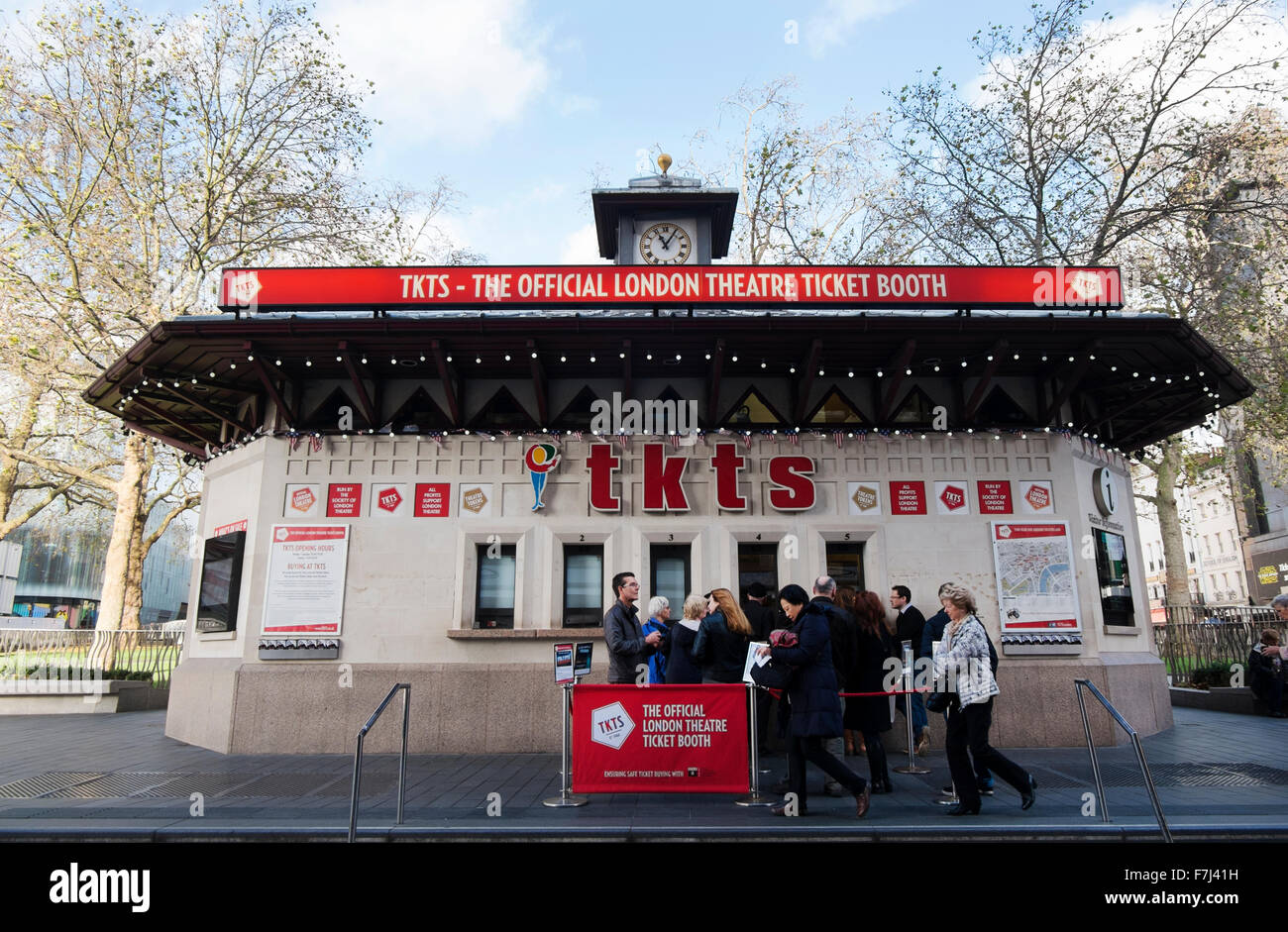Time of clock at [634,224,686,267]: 11:05
